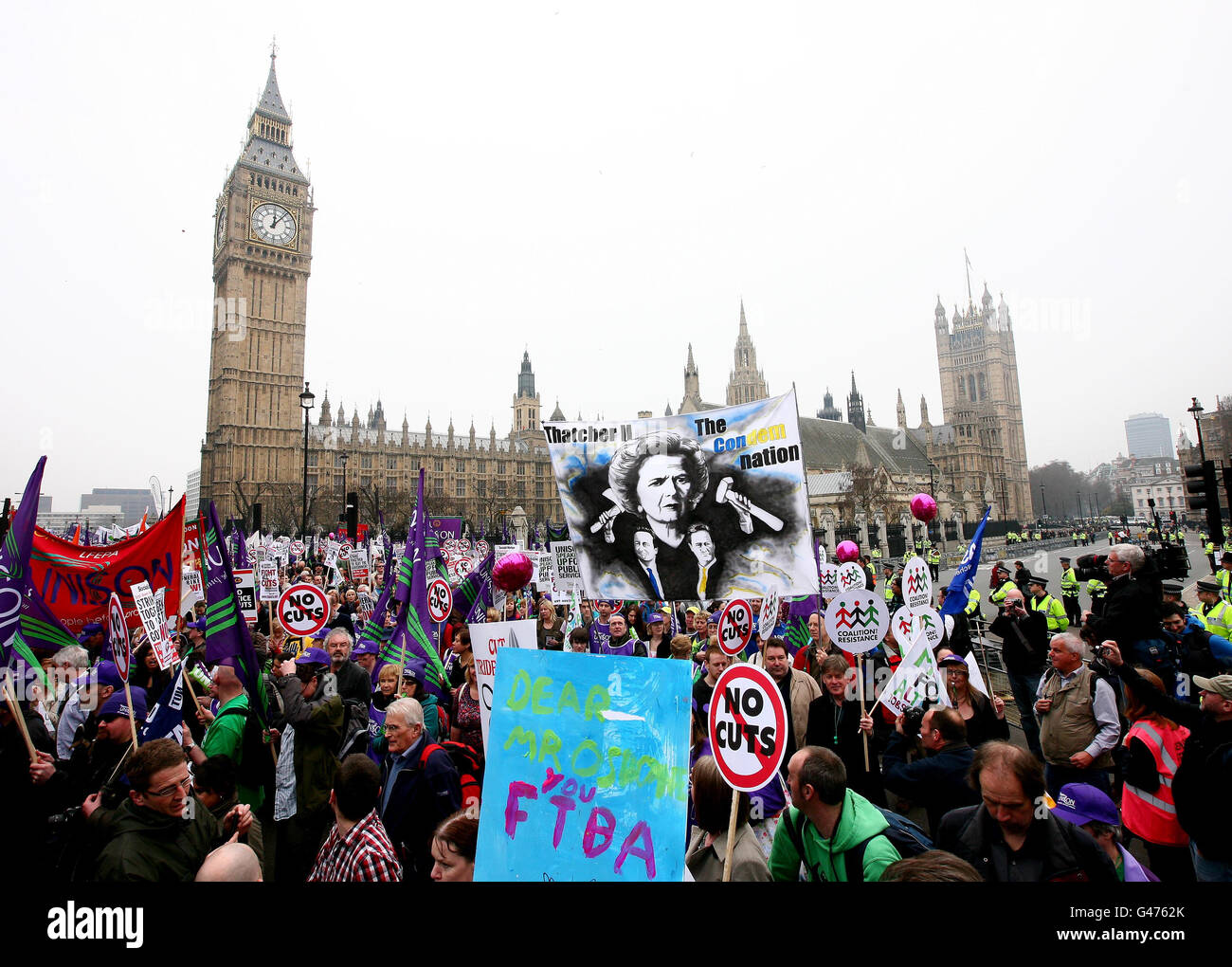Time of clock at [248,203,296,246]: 12:06
